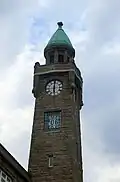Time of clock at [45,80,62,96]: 6:00
